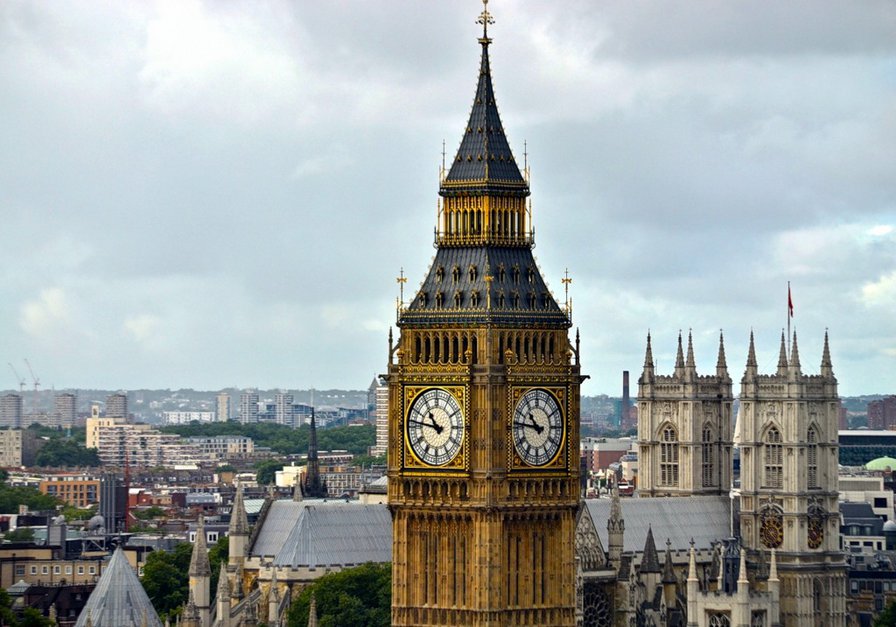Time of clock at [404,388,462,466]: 10:46
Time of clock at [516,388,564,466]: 10:46
